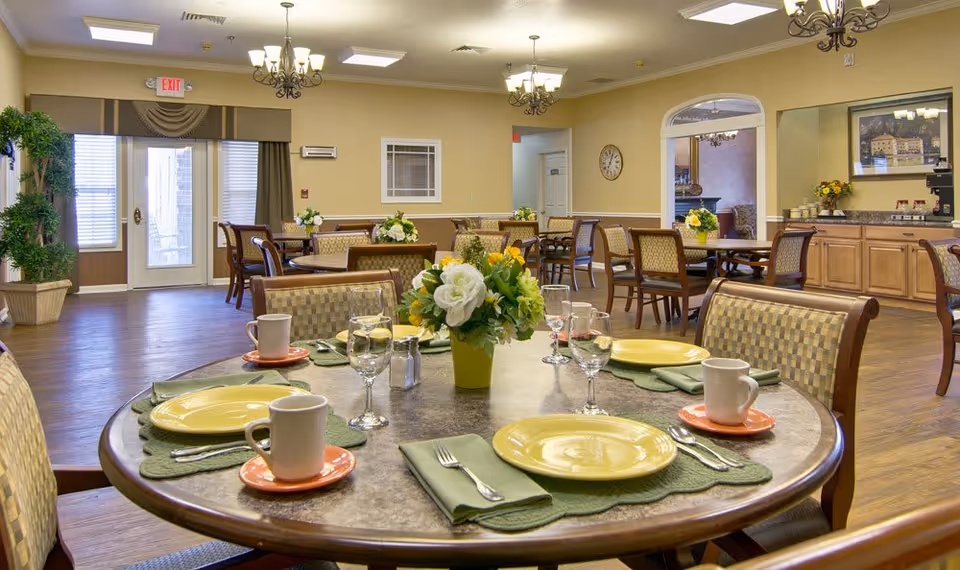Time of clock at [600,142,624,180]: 7:04
